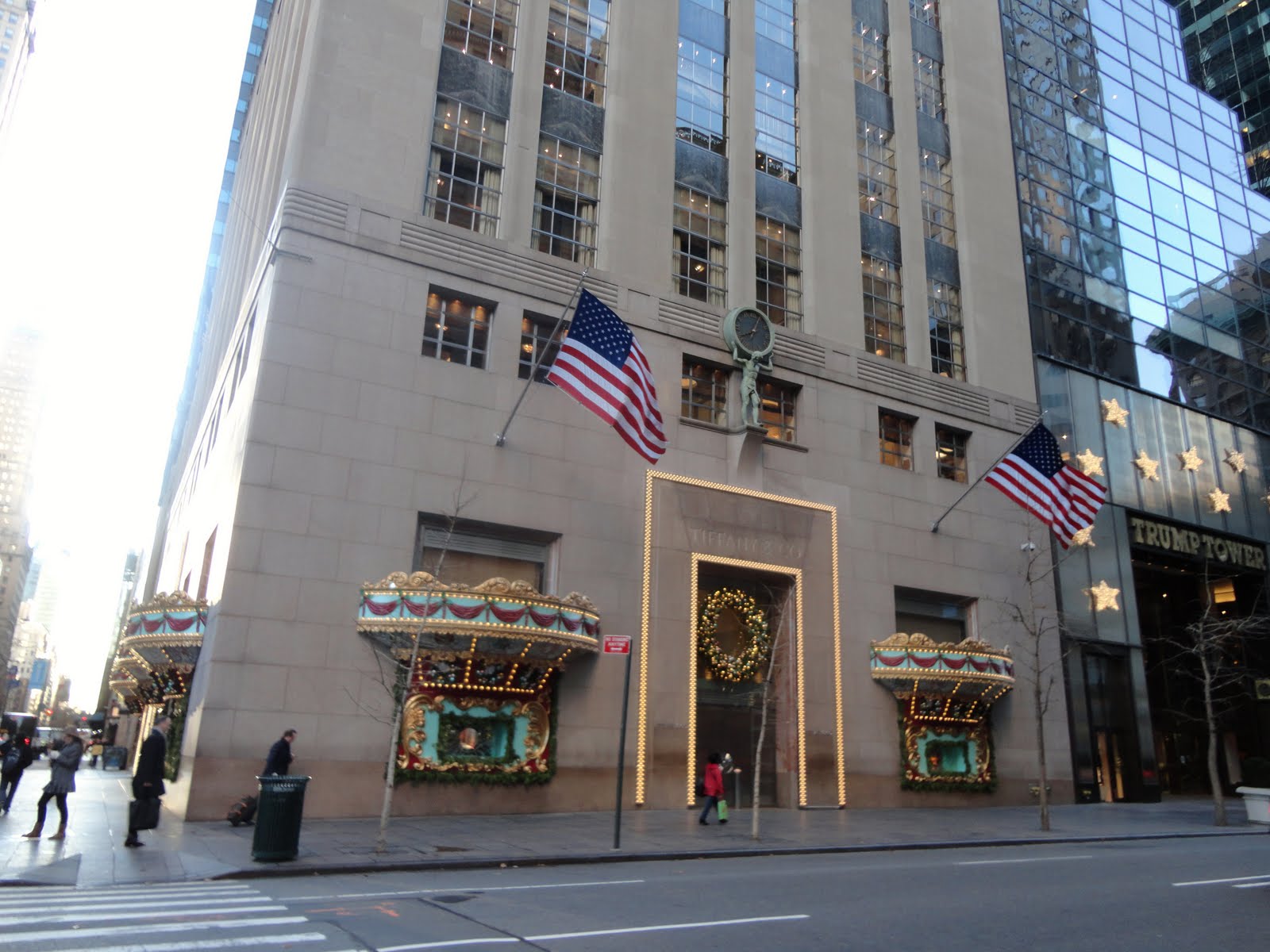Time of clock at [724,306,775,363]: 8:04
